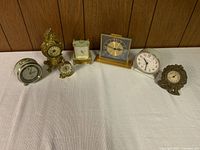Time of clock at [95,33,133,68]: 2:48
